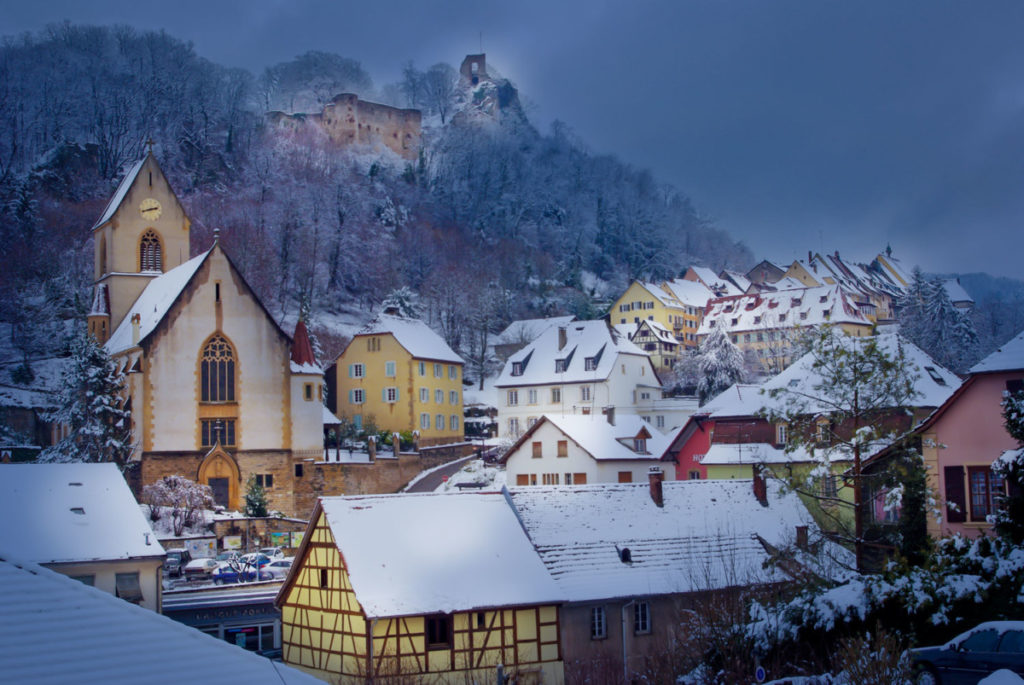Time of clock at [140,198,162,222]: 2:42
